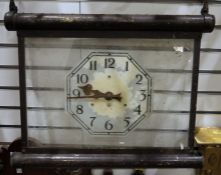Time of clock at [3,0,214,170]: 9:45
